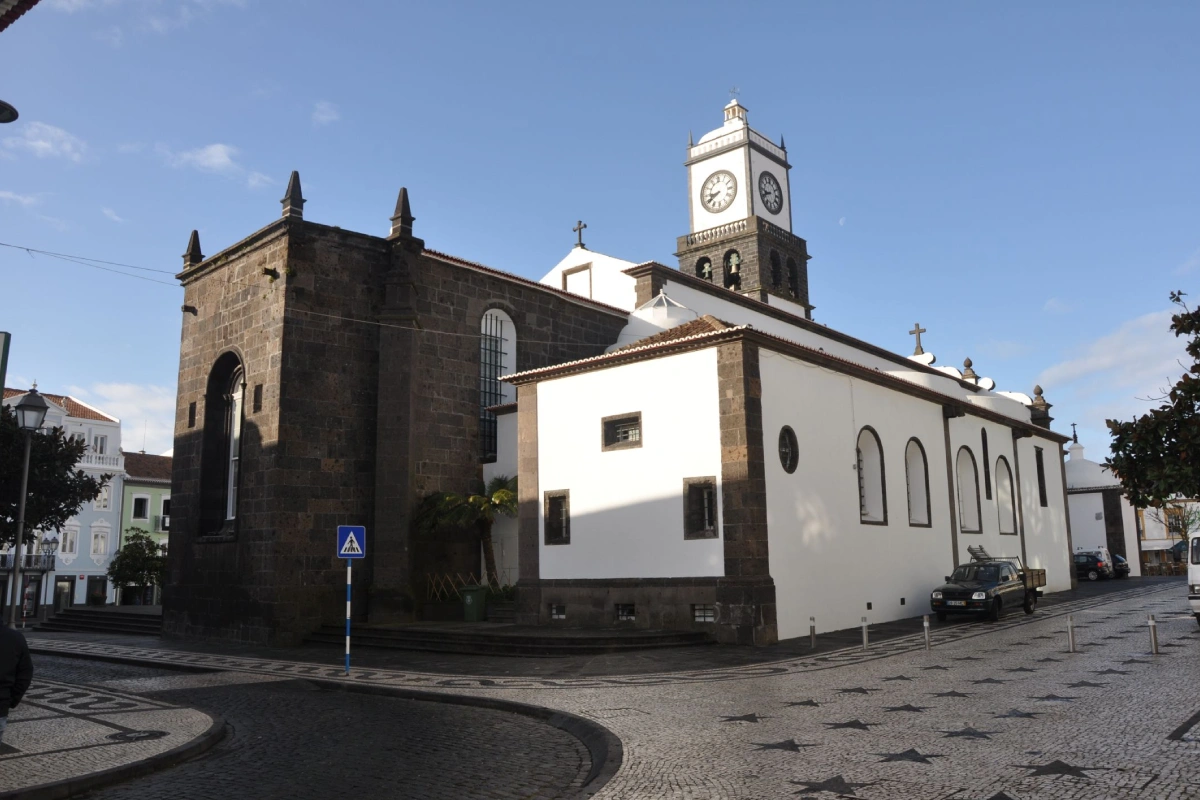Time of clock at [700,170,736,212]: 8:39
